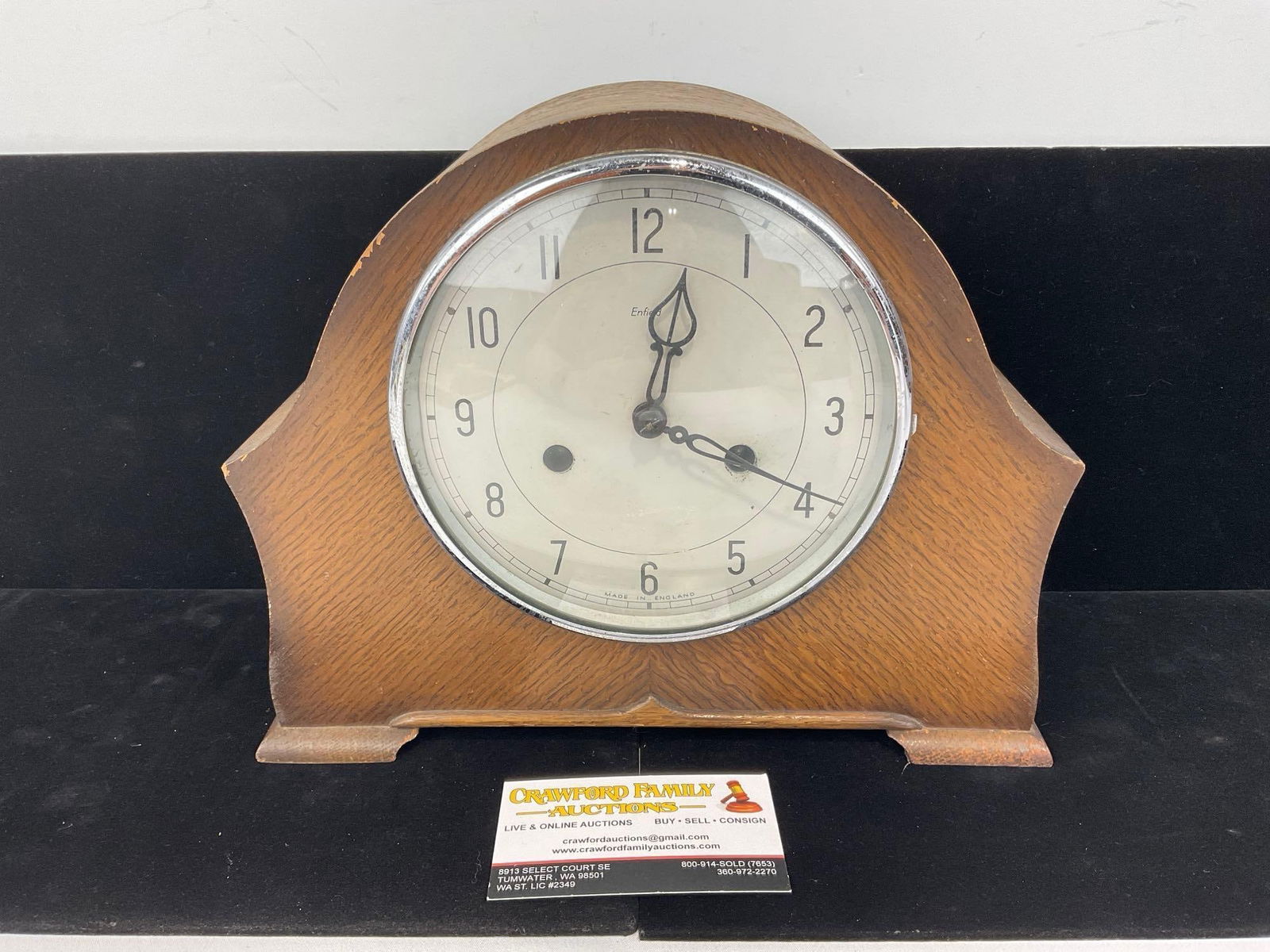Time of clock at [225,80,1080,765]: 12:19
